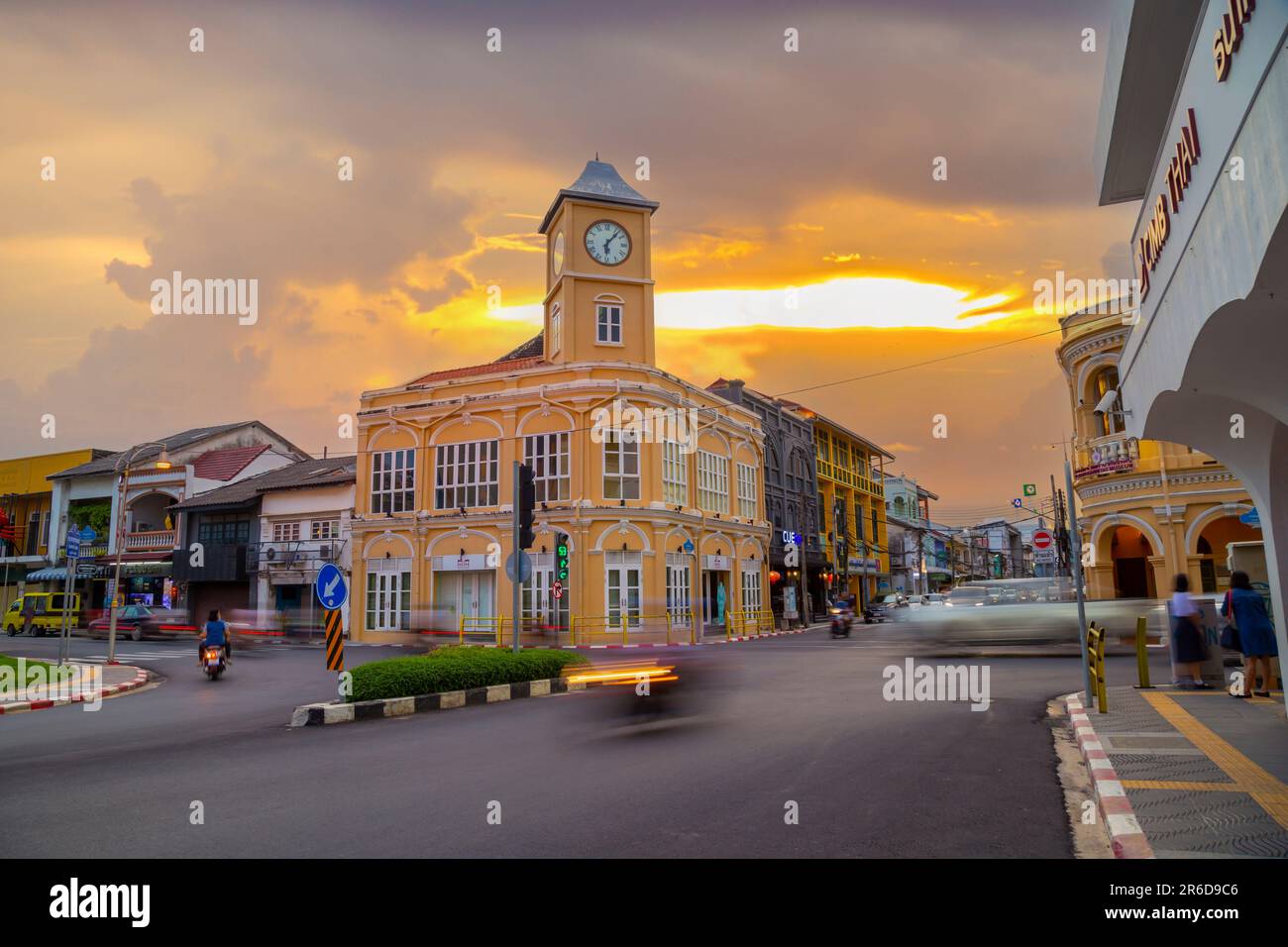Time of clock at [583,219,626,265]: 6:06
